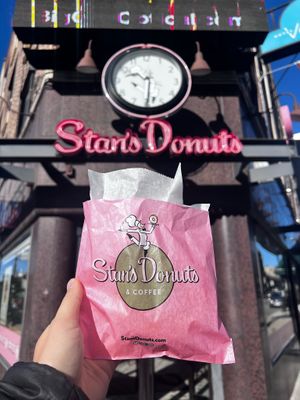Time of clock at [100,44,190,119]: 9:31
